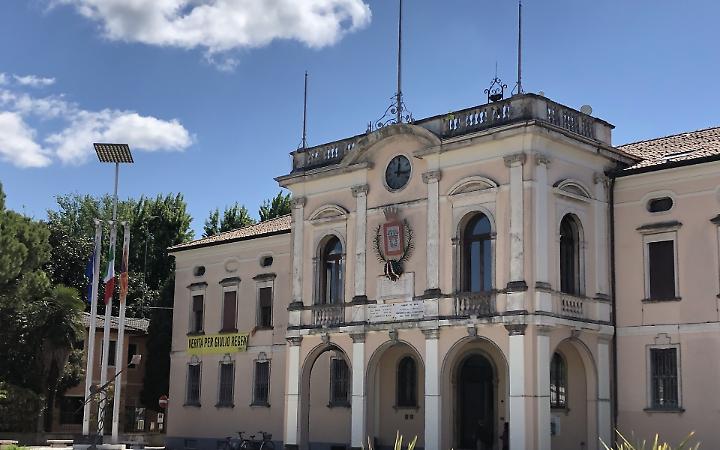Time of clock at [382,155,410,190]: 12:16
